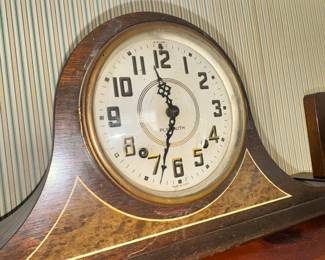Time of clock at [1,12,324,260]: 11:33
